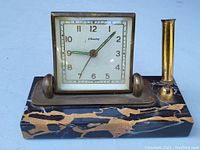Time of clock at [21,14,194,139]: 9:07
